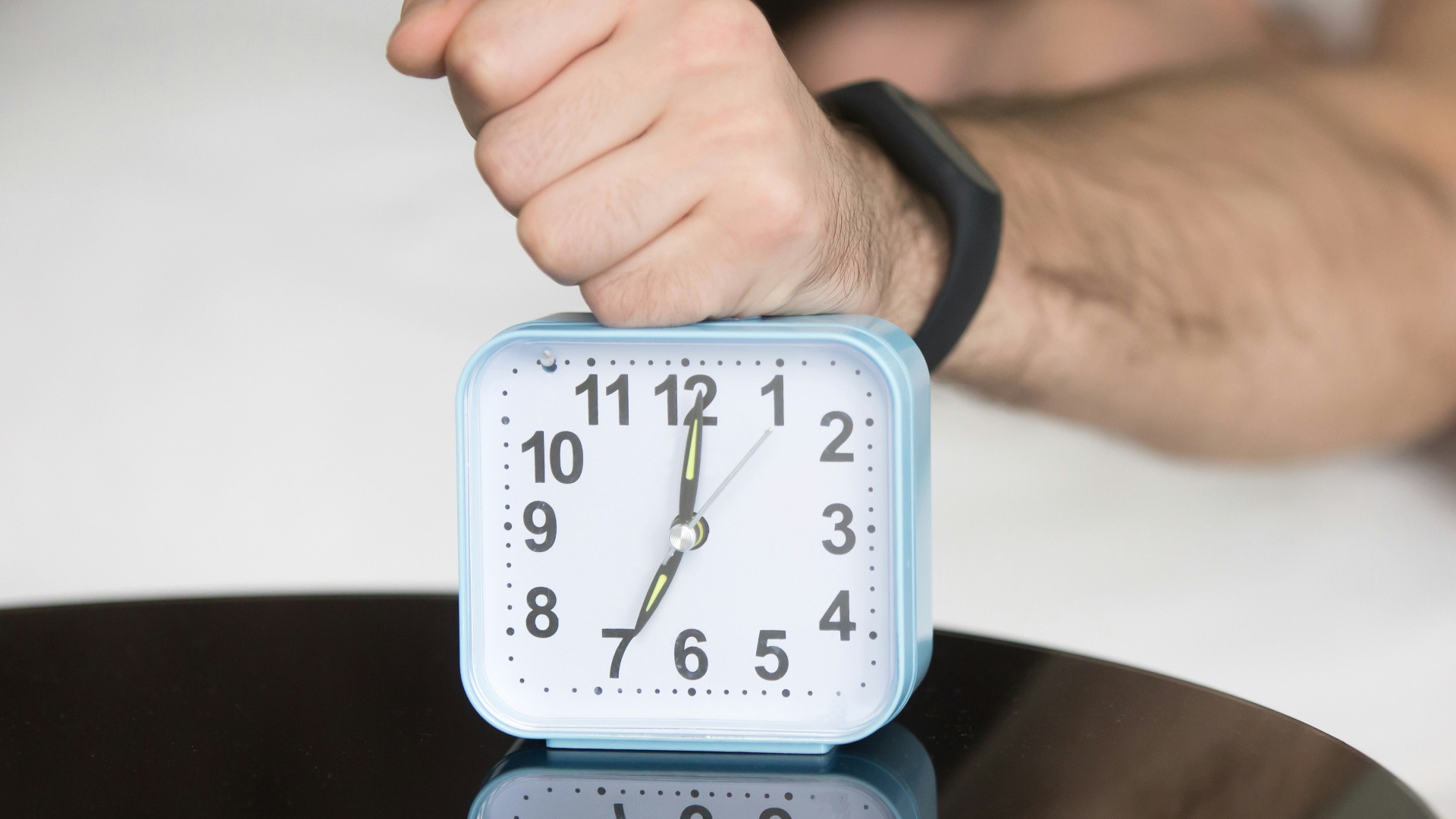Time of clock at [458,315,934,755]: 7:00
